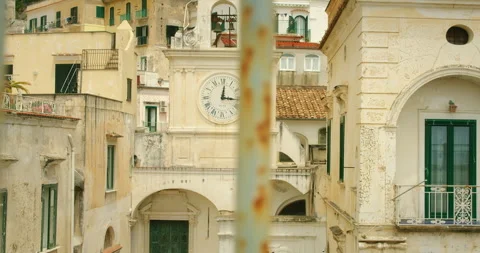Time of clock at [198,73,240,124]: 12:15
